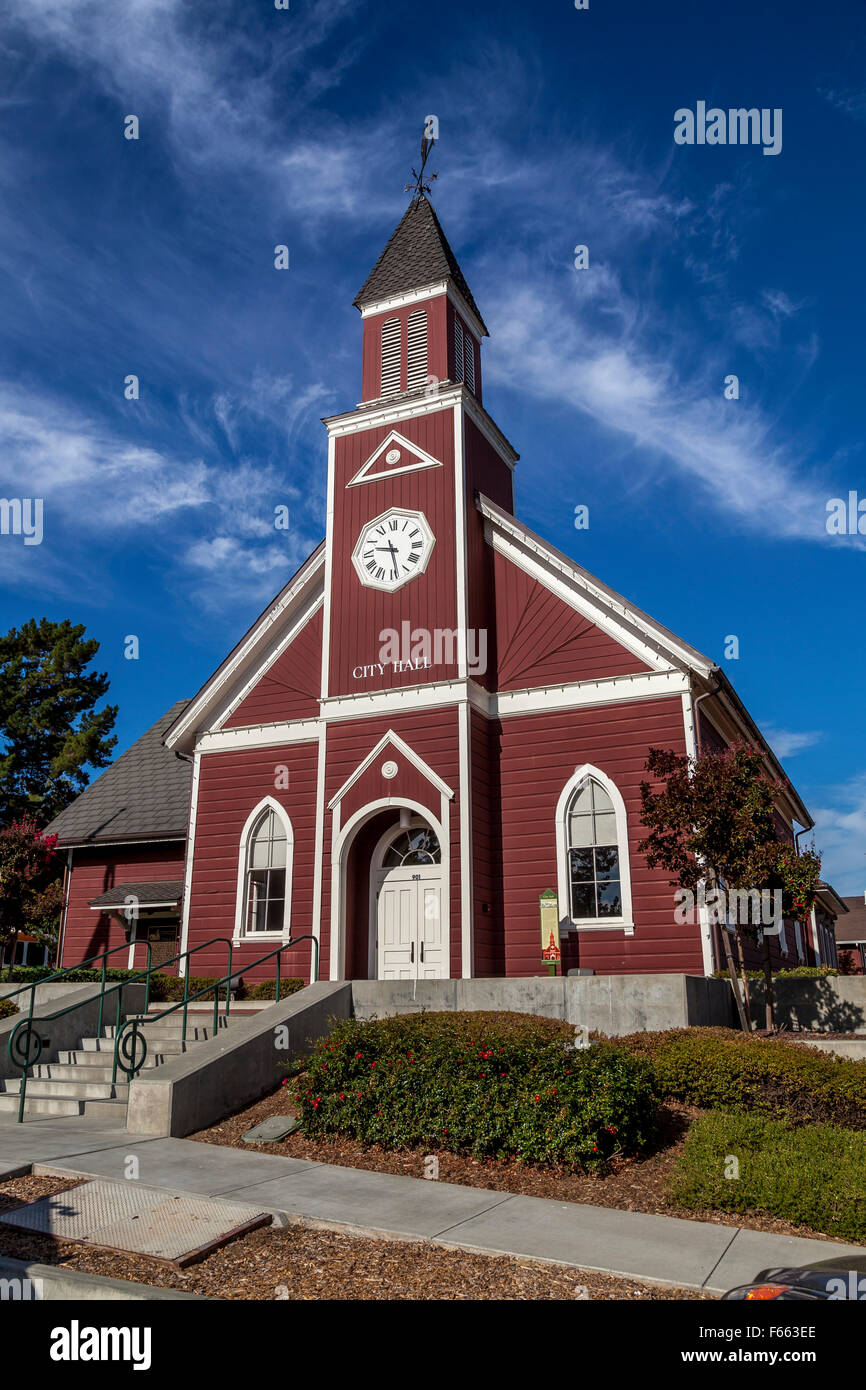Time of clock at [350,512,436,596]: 9:28
